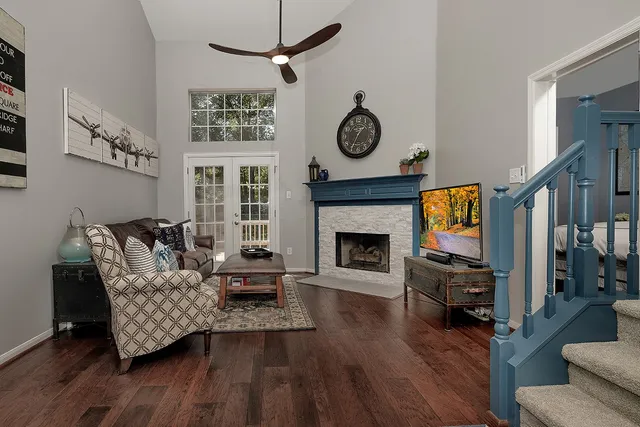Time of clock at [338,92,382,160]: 1:34
